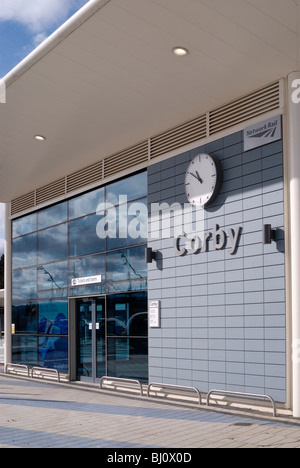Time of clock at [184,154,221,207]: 10:50
